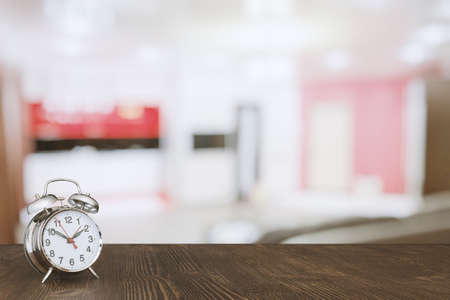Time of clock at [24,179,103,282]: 1:50
